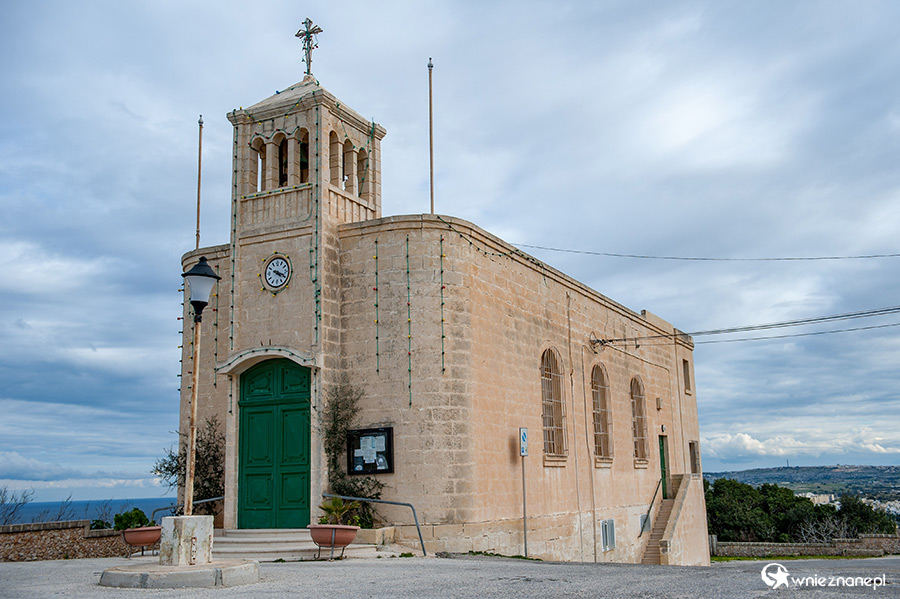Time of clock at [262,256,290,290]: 4:18
